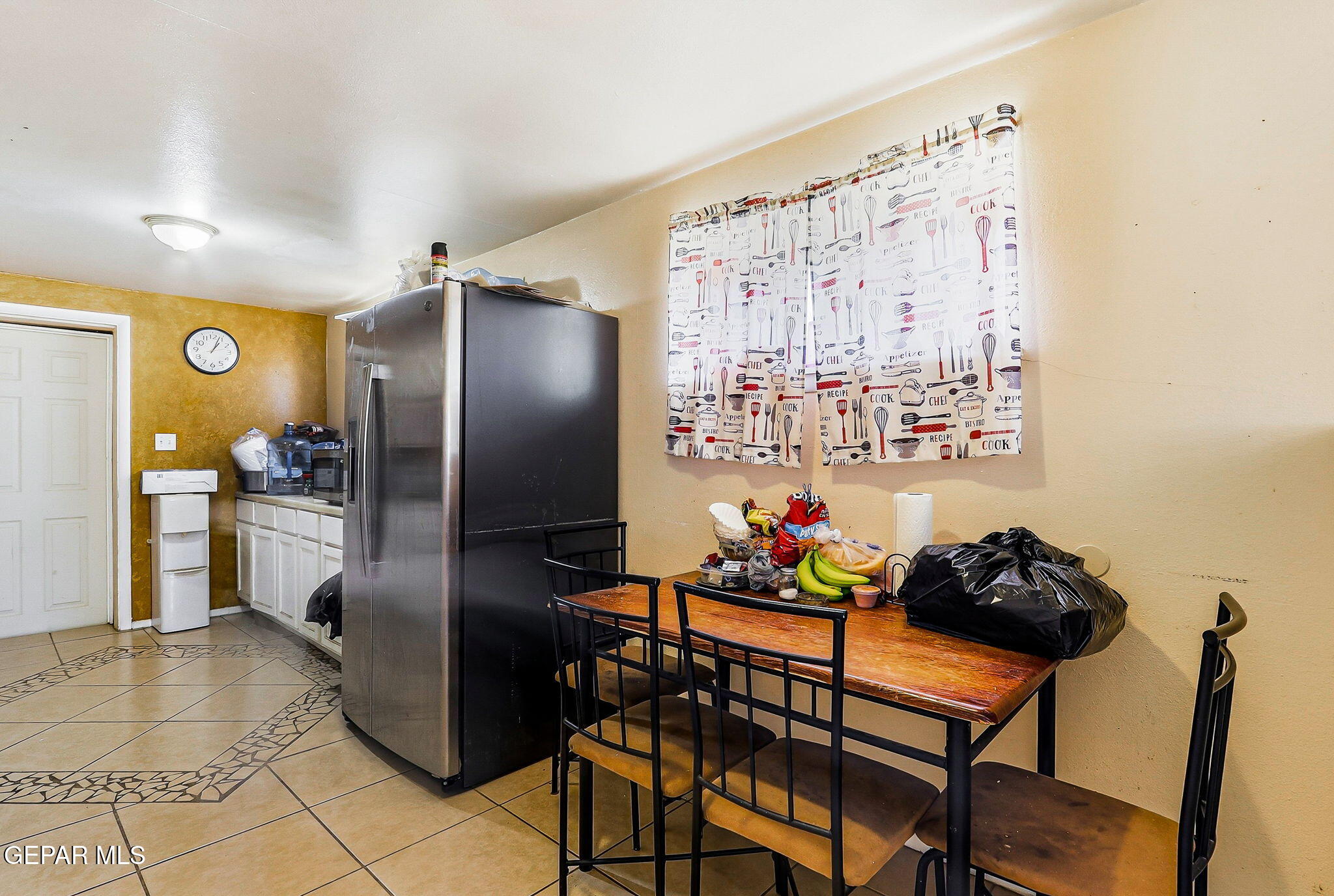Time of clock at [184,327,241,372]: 1:03
